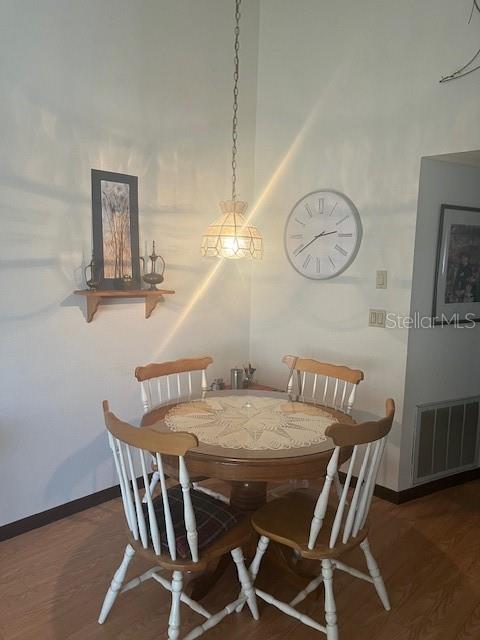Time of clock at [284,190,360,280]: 2:39
